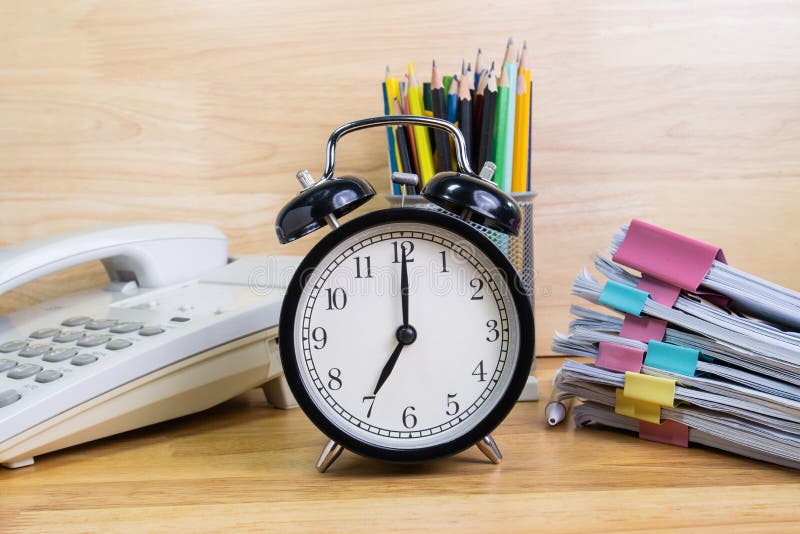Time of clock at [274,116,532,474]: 7:00
